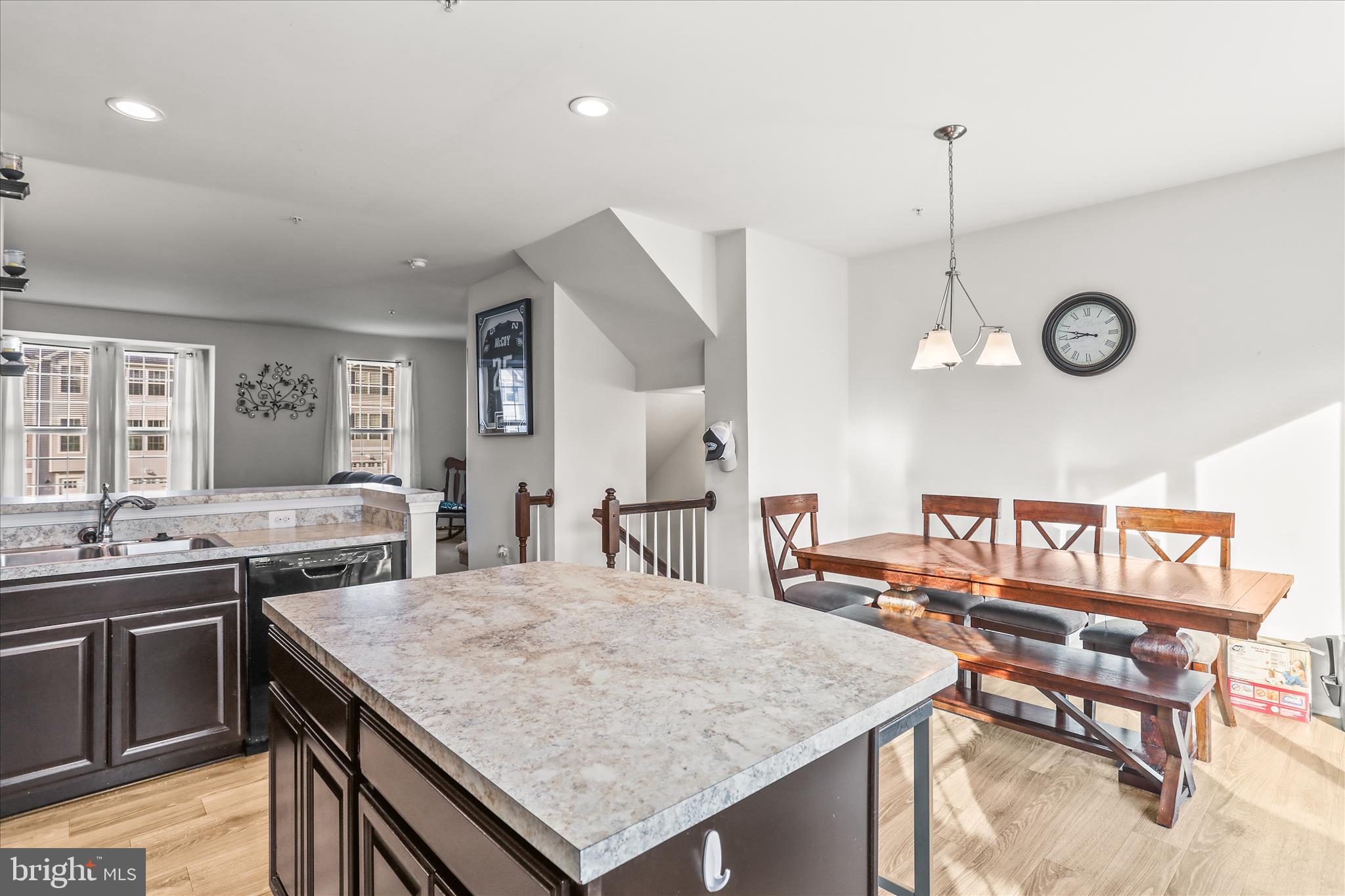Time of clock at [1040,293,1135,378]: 8:47
